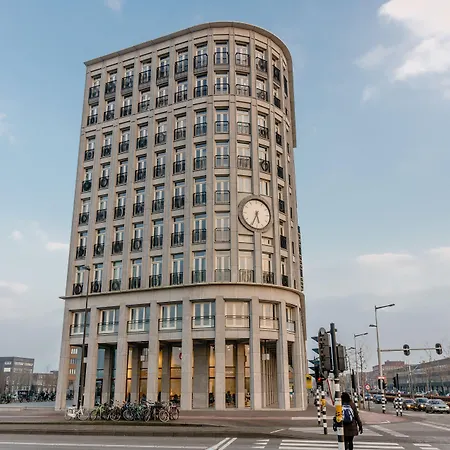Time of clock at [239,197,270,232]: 5:34
